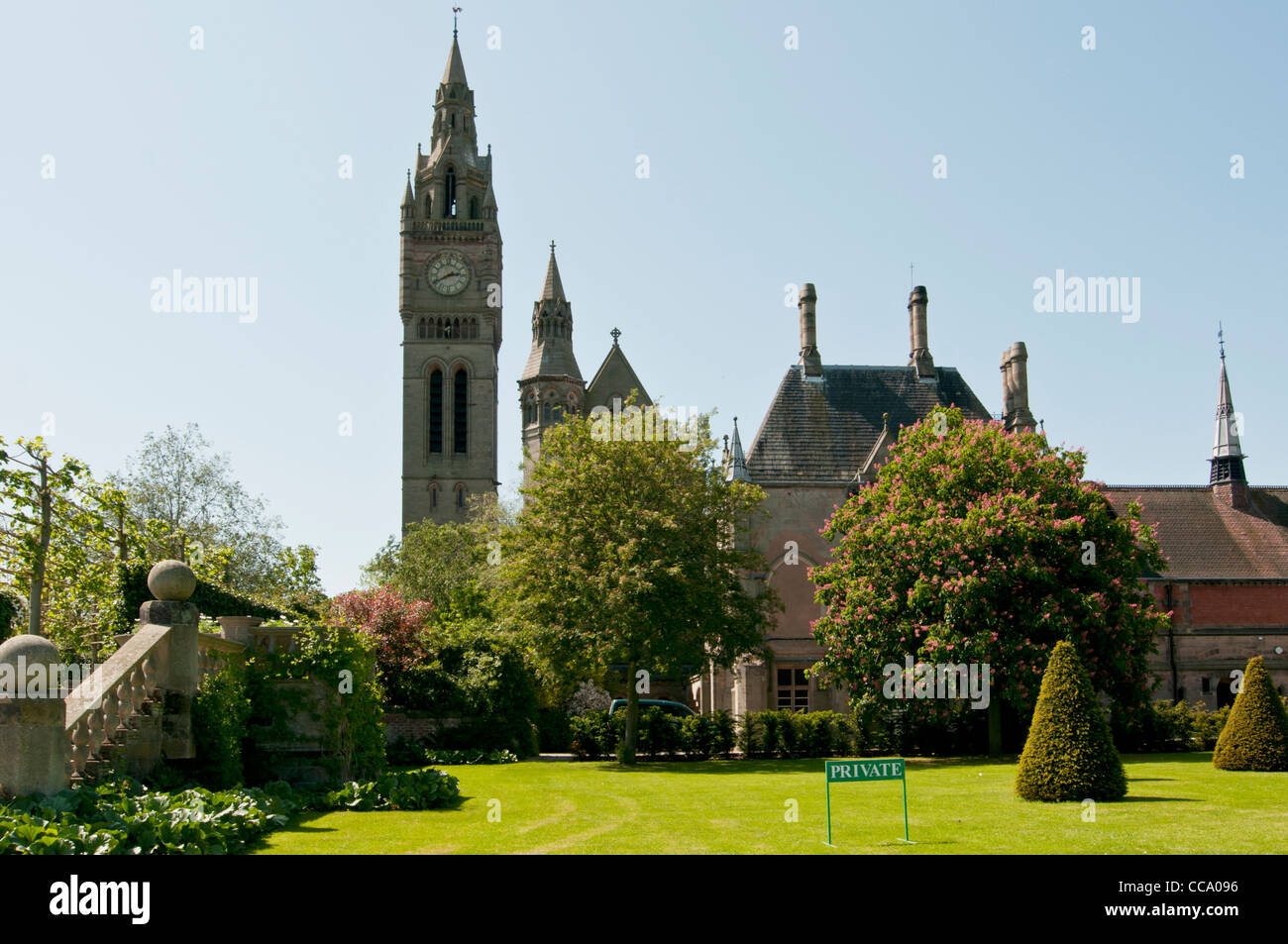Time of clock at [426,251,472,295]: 2:40
